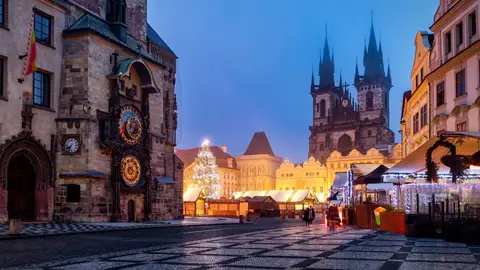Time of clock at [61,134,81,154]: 7:33
